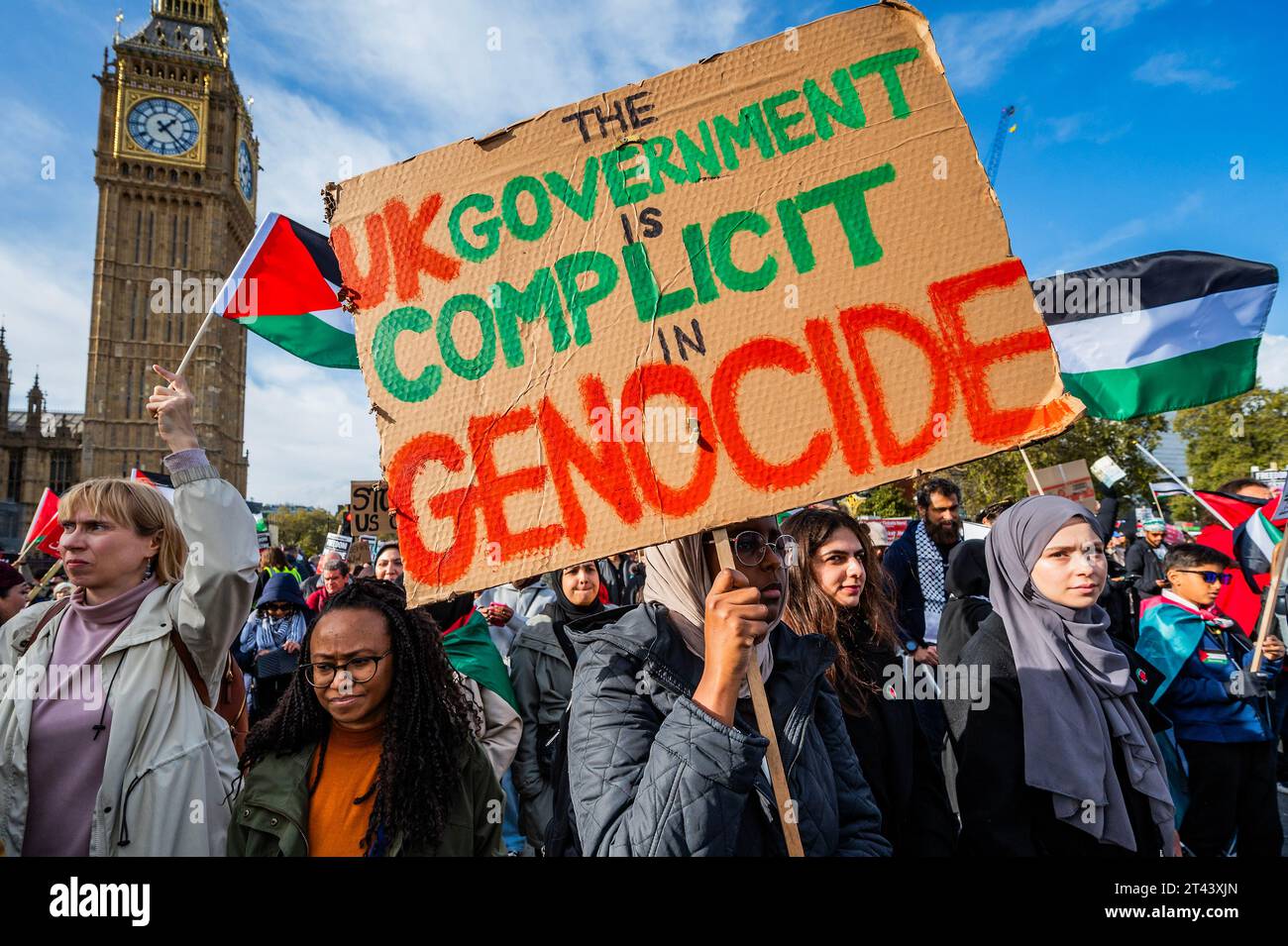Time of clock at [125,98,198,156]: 1:22
